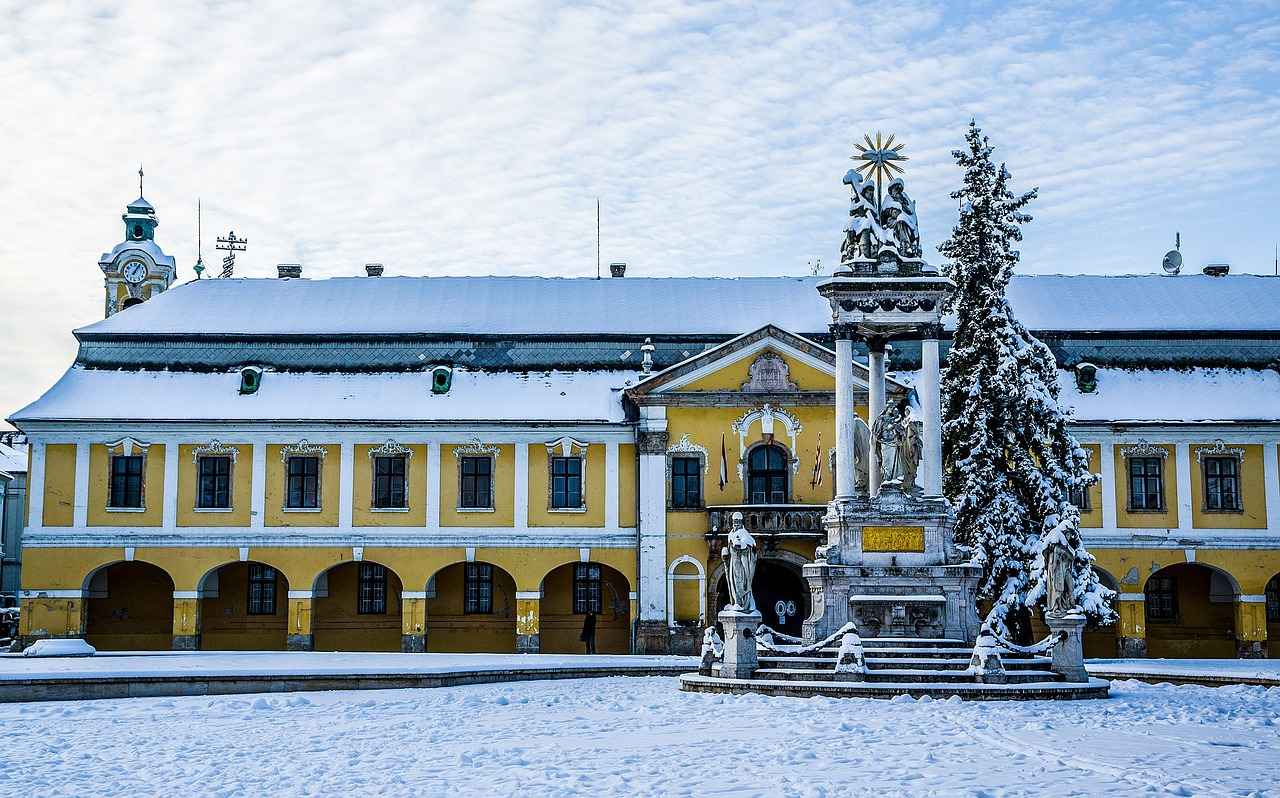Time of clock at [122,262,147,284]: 1:05
